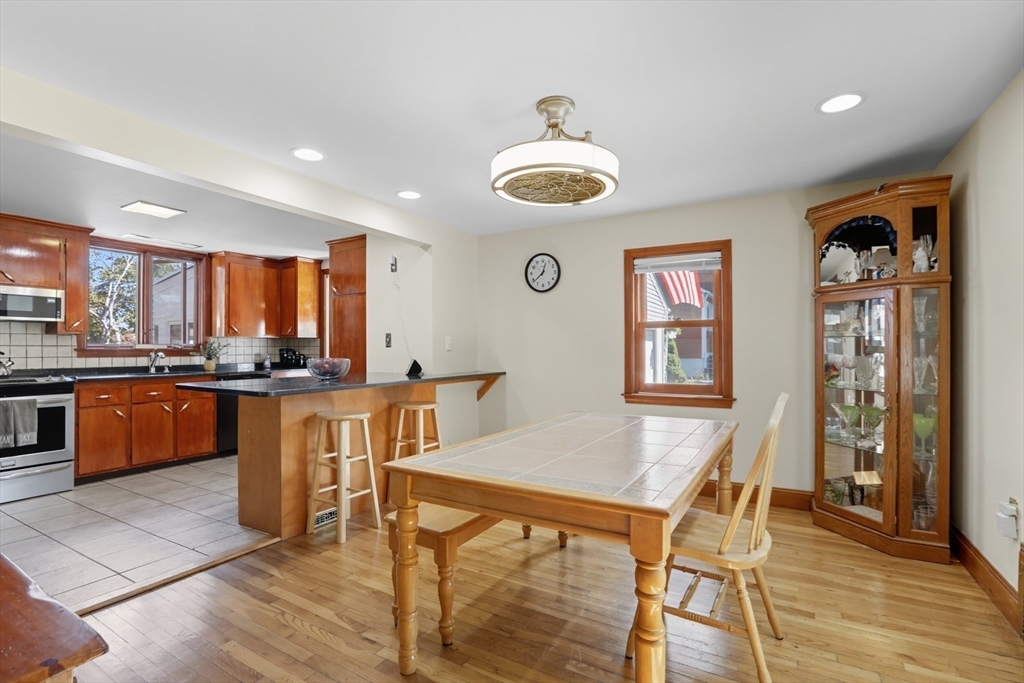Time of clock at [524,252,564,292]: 12:38
